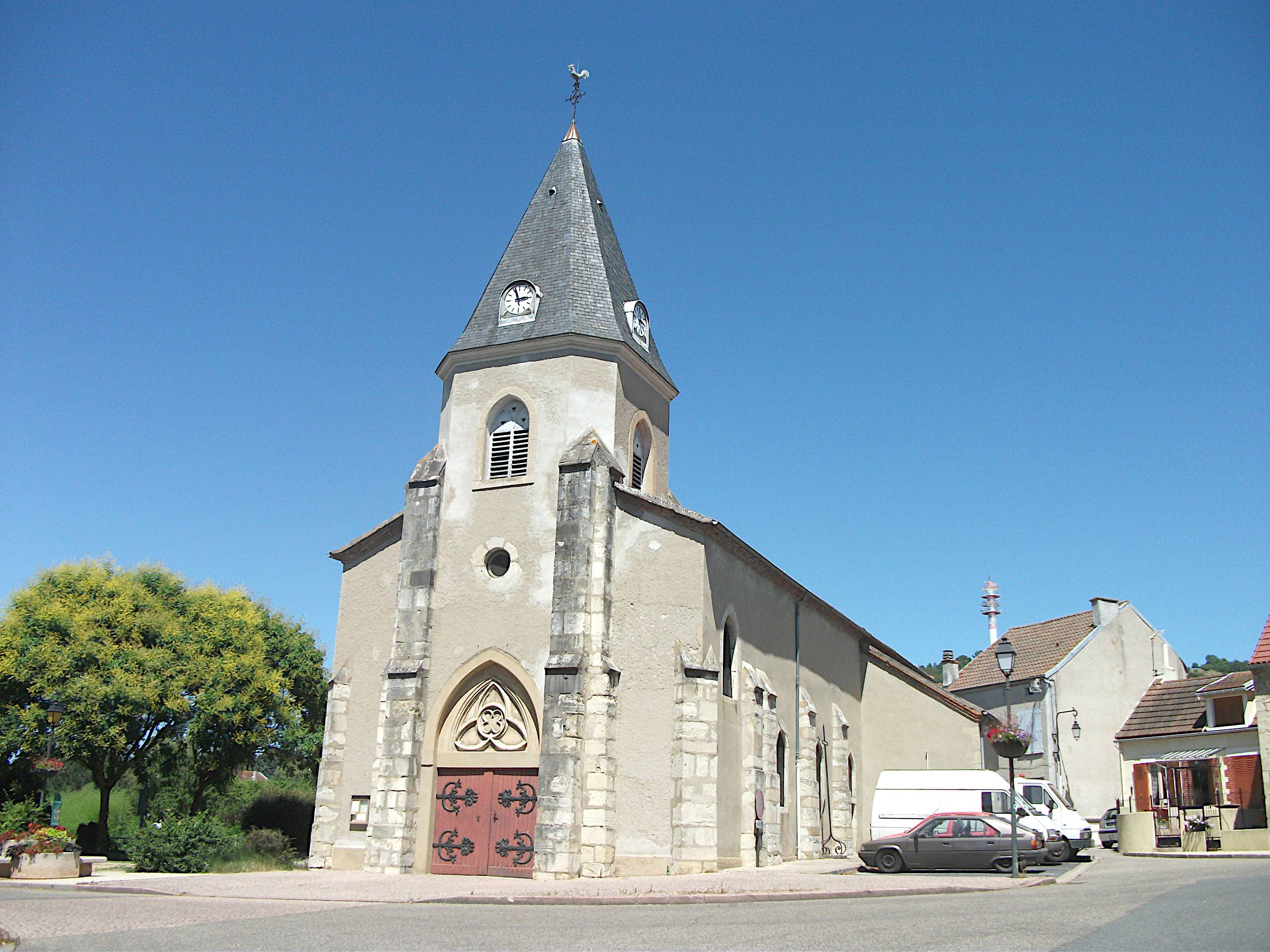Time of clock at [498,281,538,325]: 2:56
